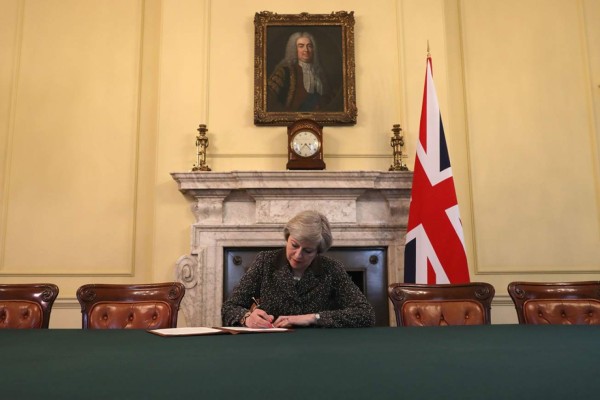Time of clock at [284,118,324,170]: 4:36
